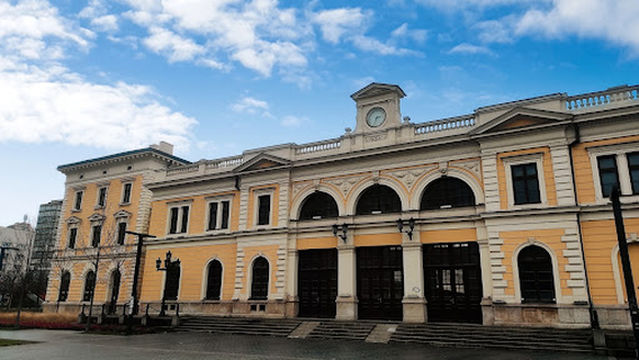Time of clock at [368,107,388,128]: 2:33
